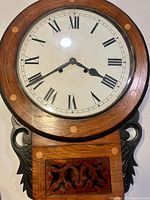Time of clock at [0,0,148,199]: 3:39
